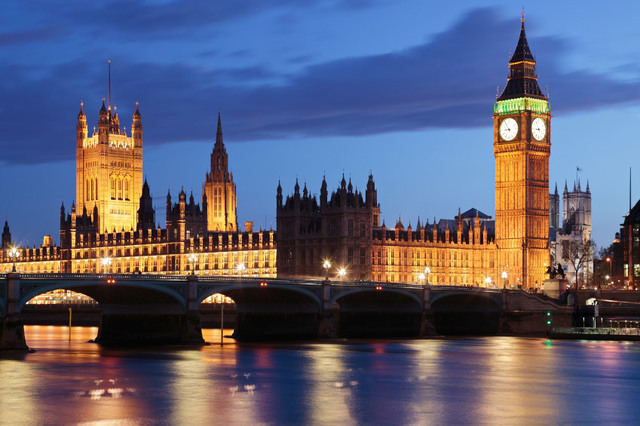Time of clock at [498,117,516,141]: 8:54
